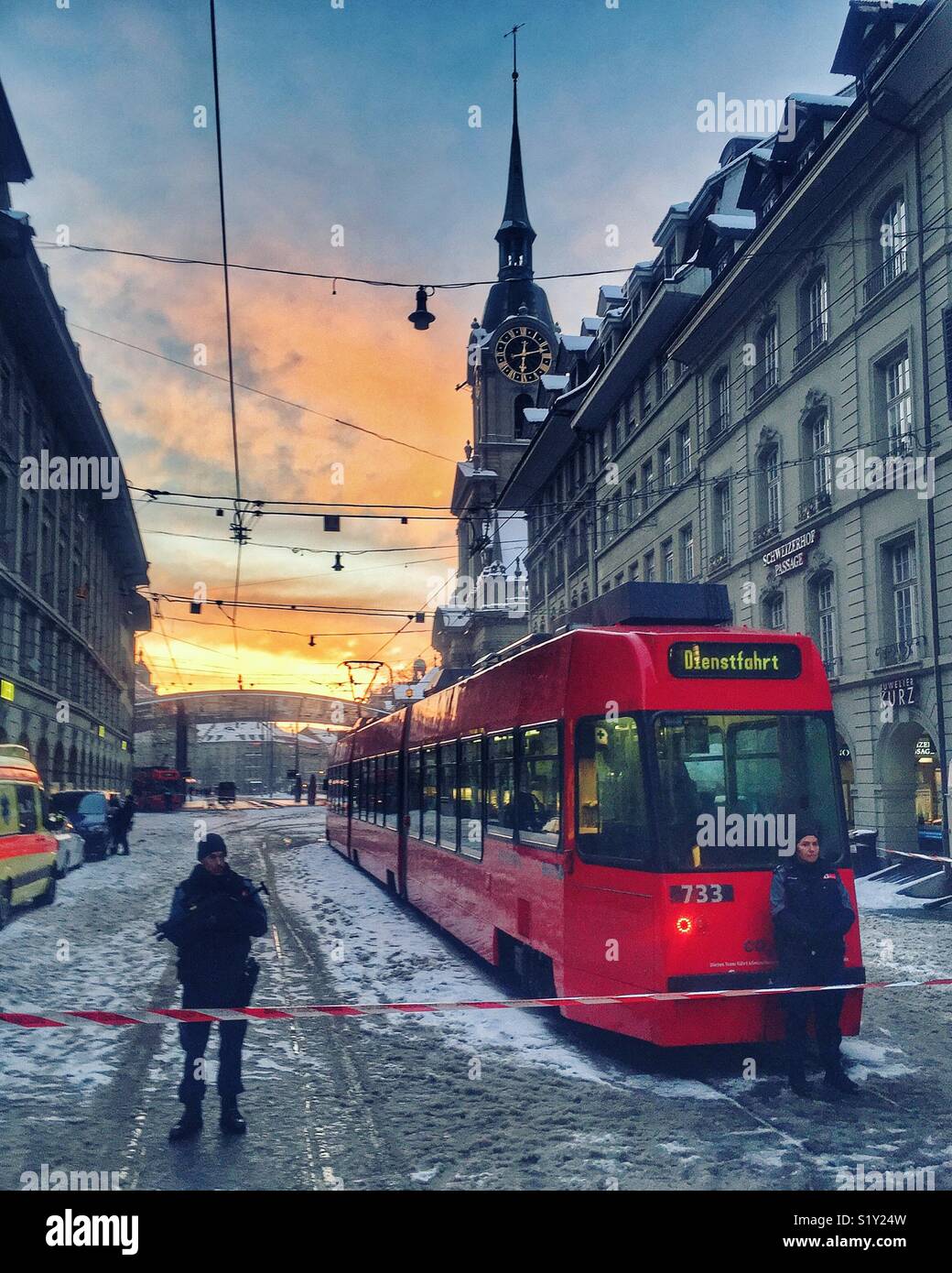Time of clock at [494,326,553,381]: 12:12
